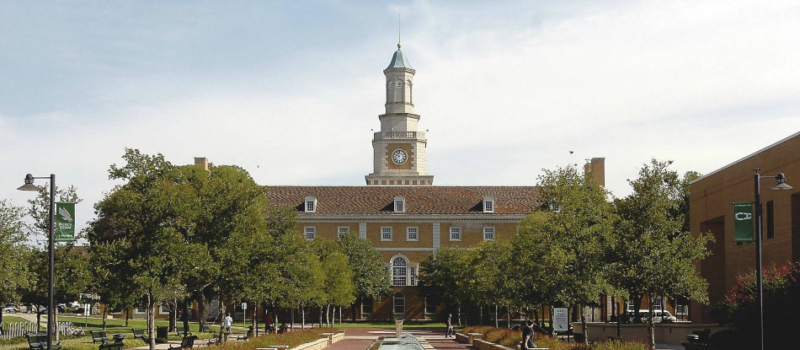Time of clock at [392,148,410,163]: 9:57
